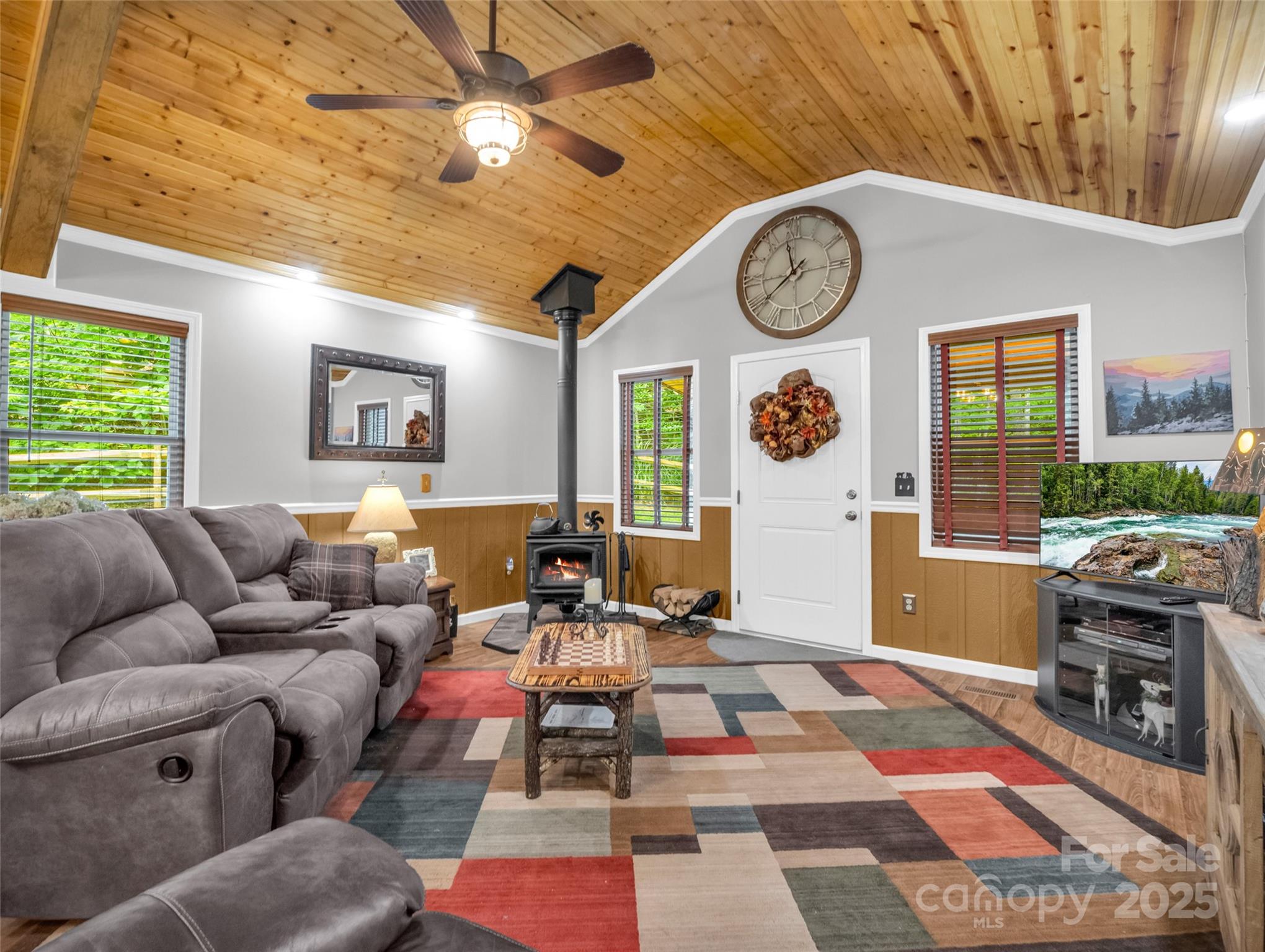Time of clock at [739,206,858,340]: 11:39
